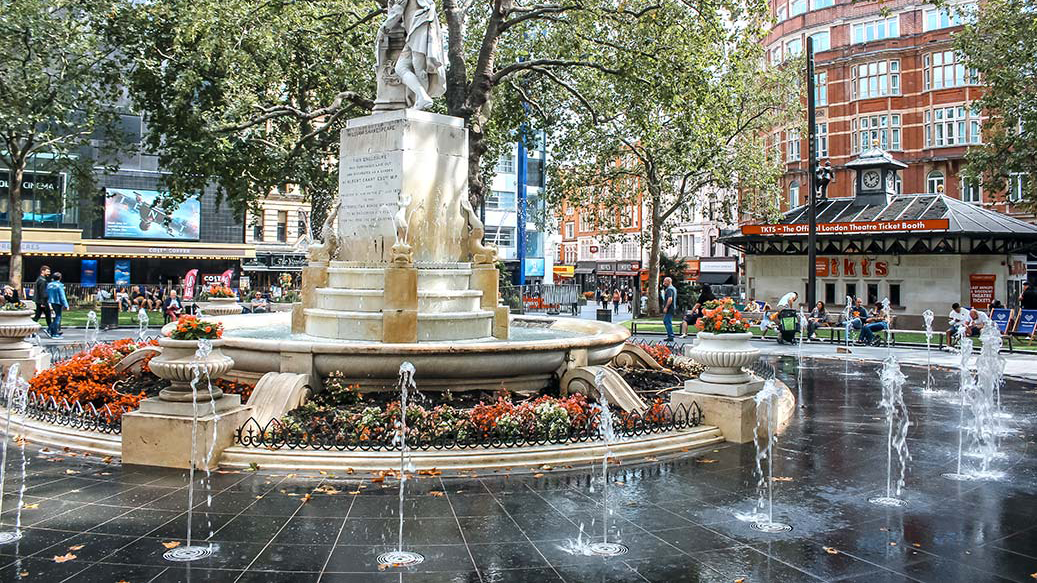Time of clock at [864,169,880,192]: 1:56
